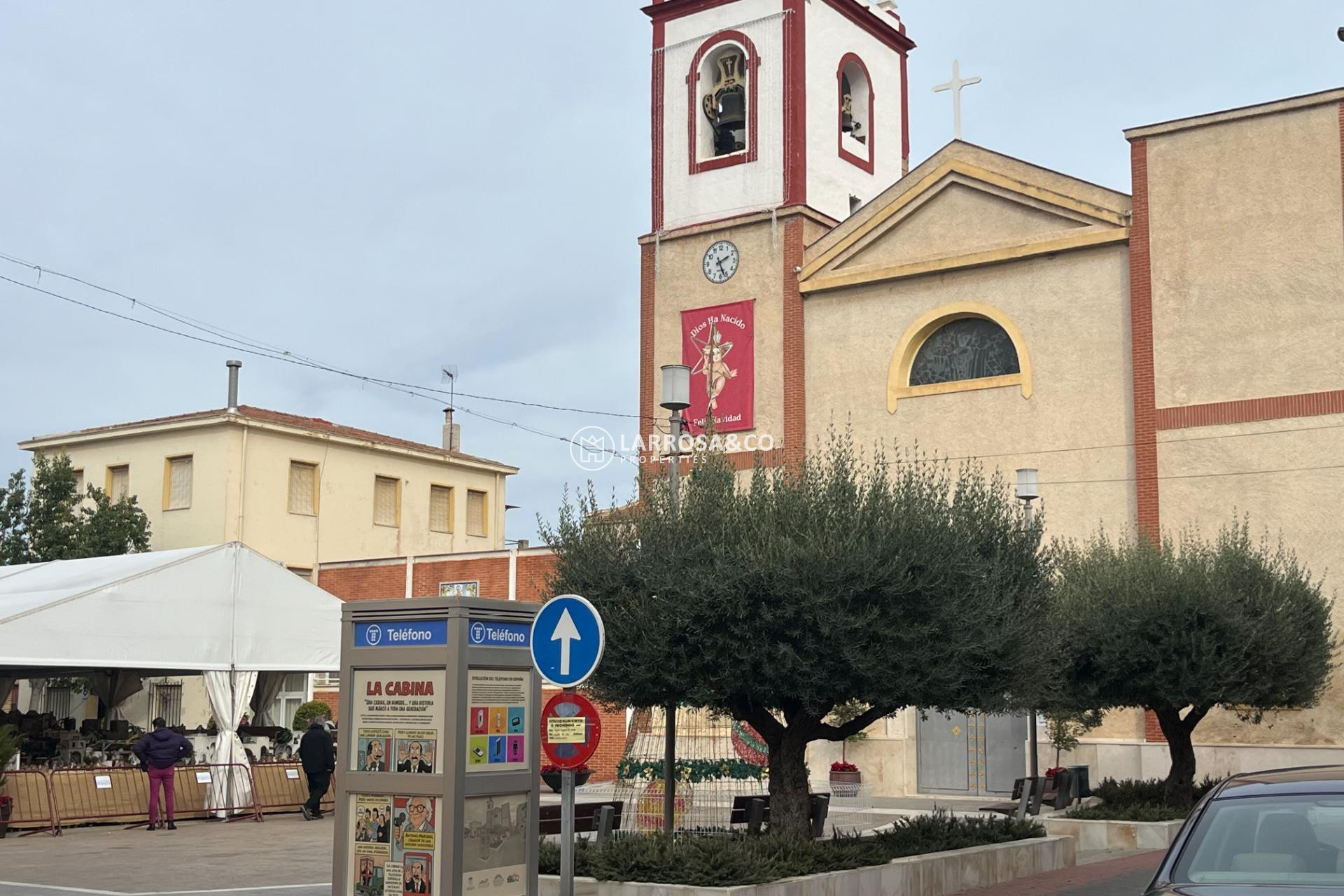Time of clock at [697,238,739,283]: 2:26
